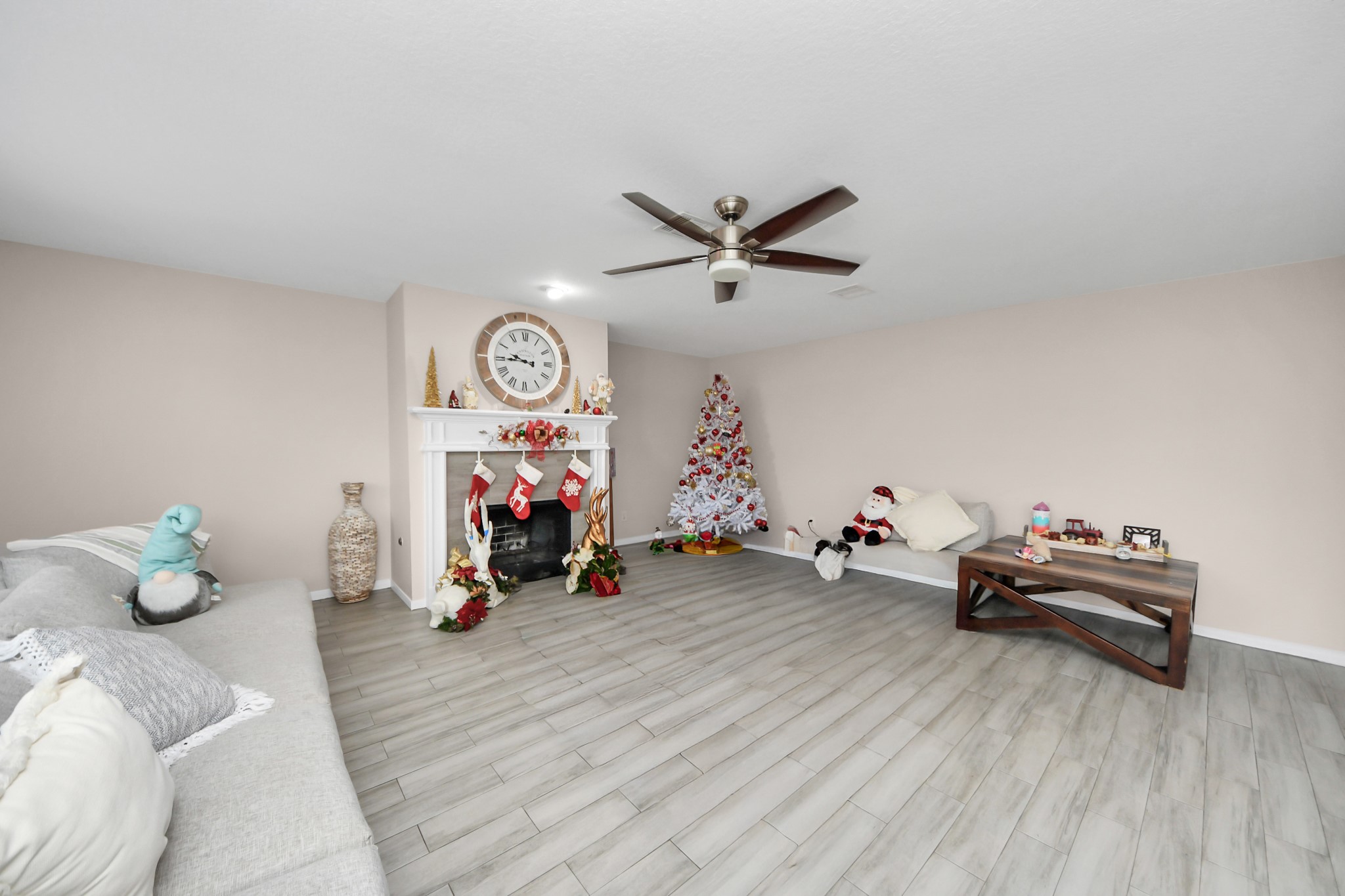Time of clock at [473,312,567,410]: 9:45
